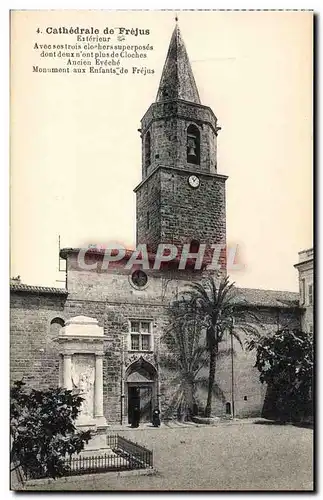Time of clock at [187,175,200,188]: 11:07
